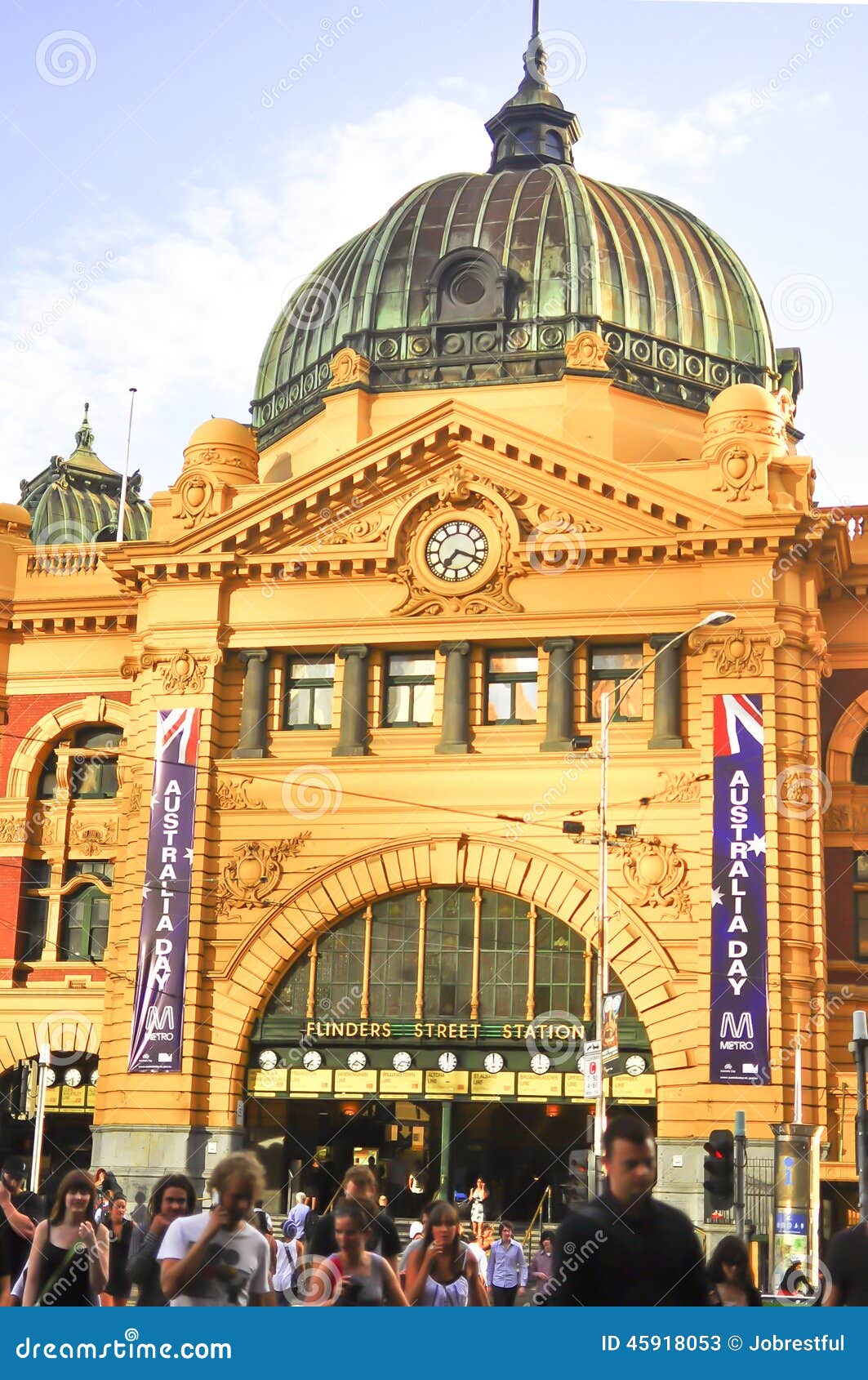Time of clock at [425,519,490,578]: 7:18
